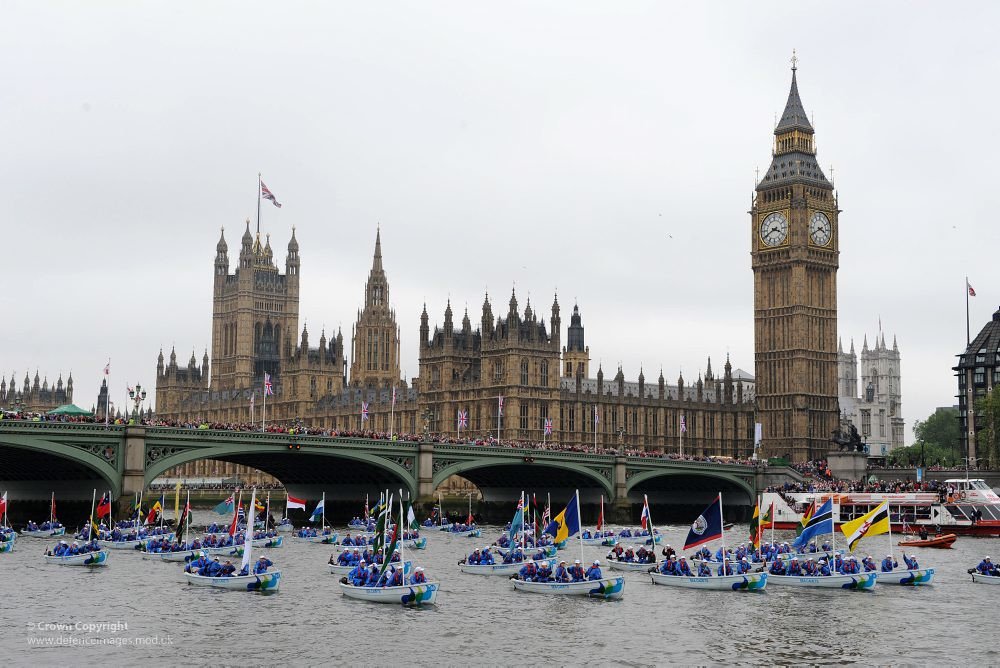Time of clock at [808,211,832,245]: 3:40
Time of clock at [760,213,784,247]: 3:40
